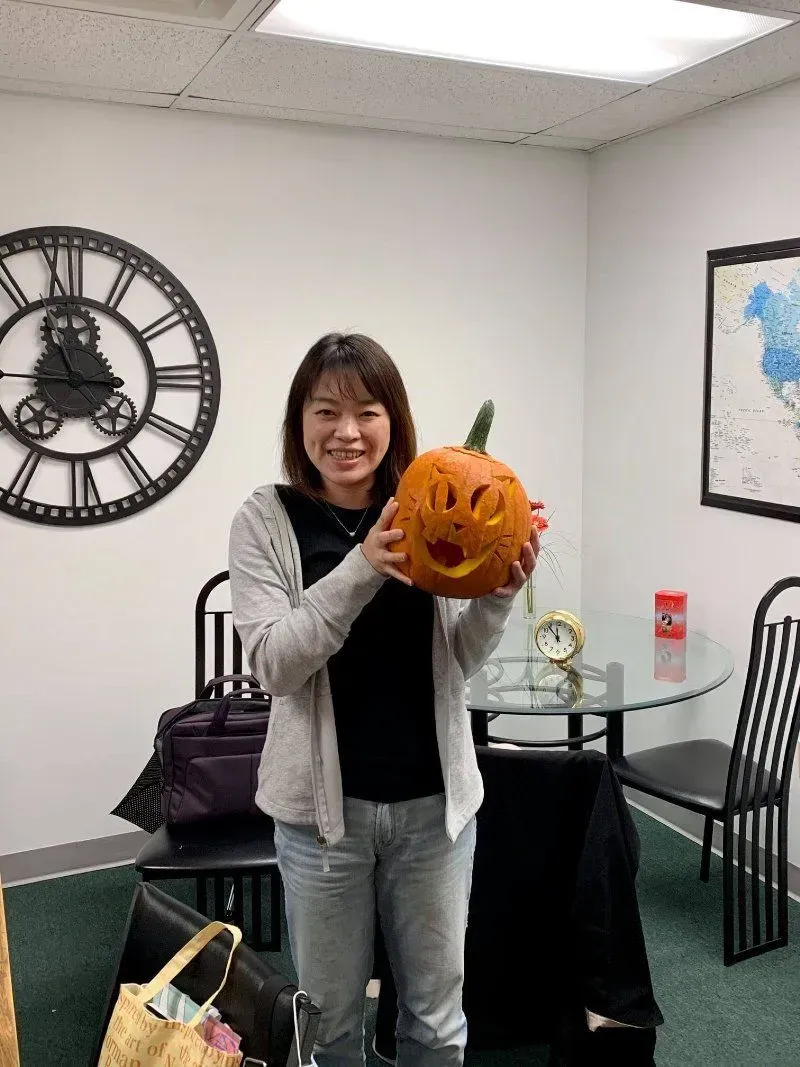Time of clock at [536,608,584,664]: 11:53
